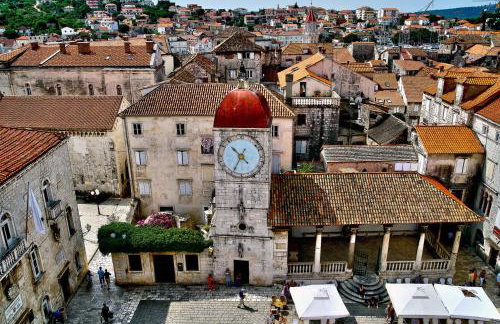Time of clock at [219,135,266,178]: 10:34
